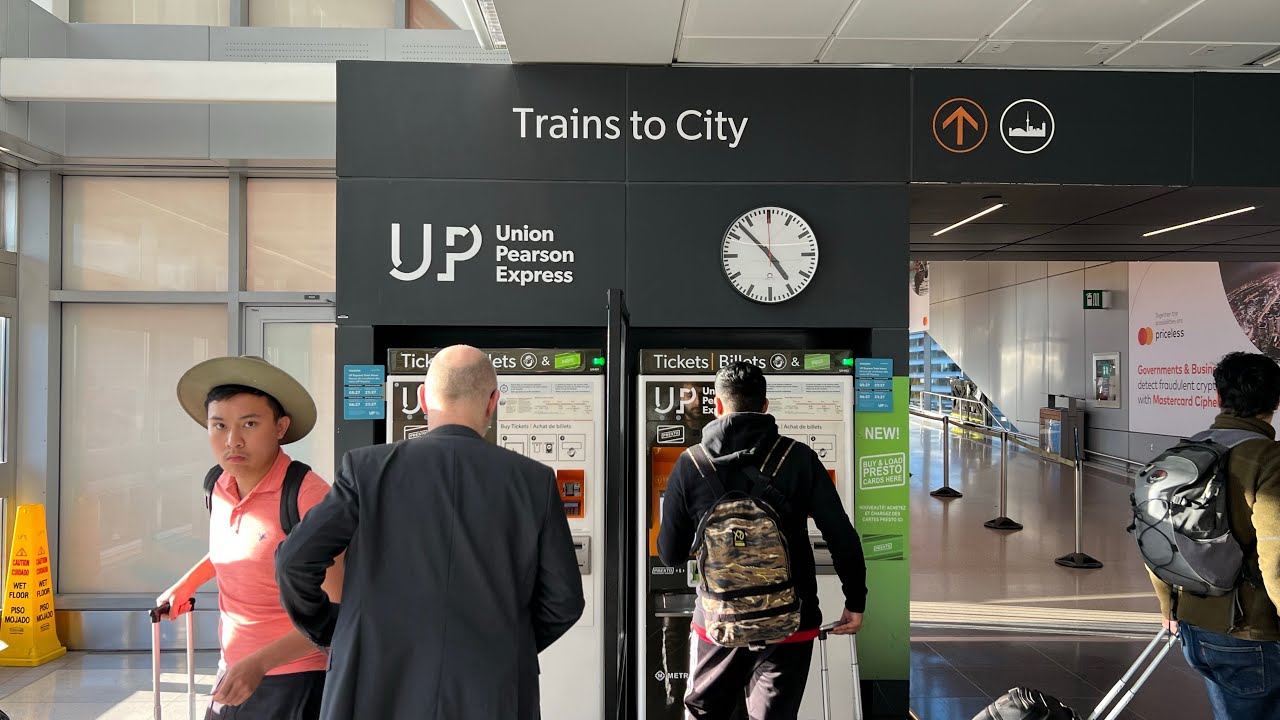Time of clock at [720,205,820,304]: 4:52
